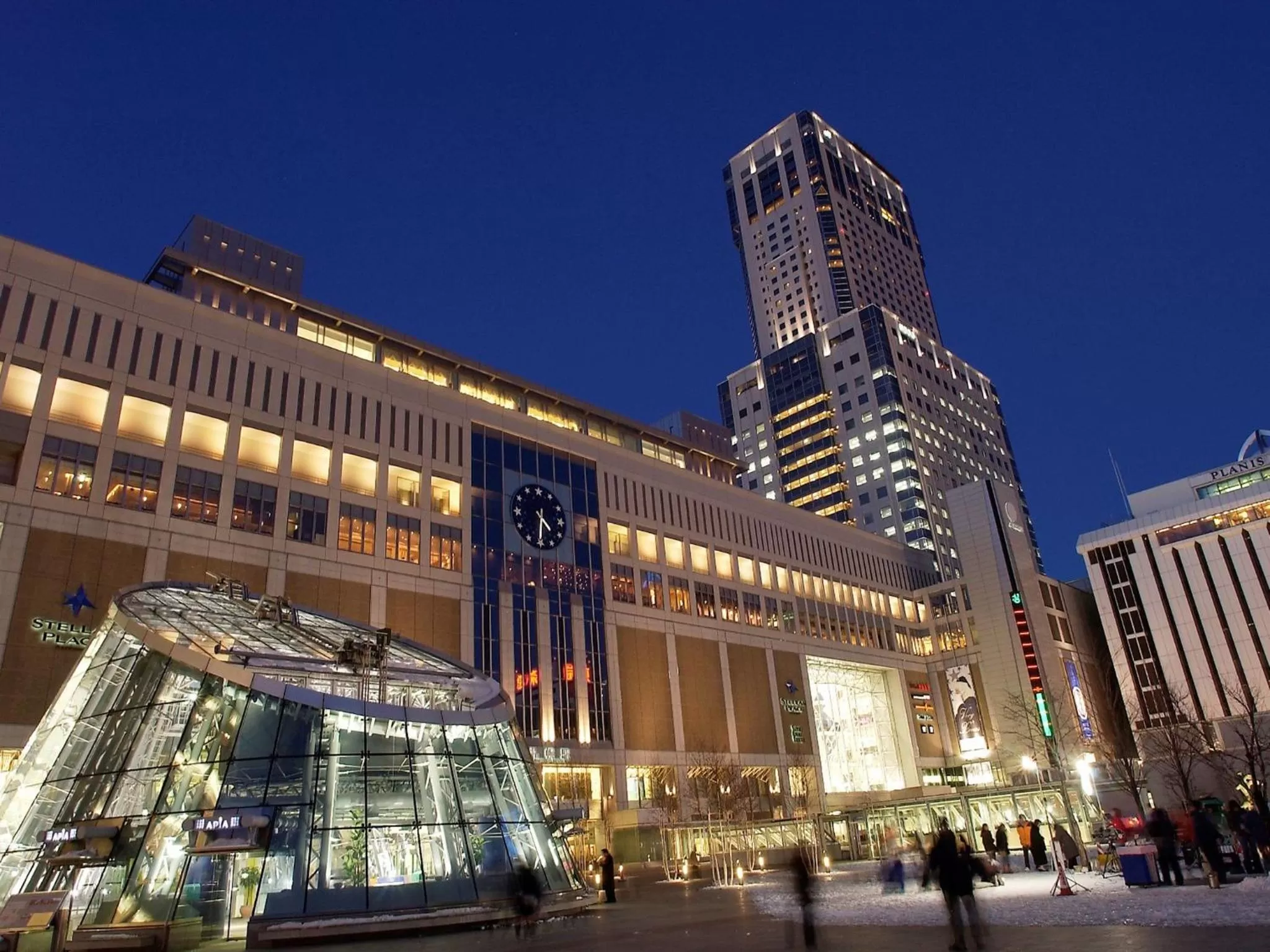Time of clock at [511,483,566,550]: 4:30
